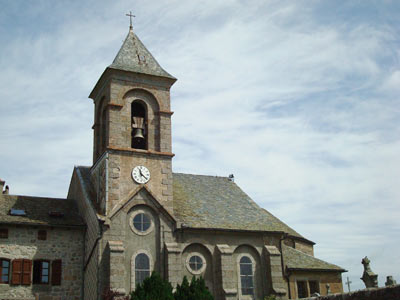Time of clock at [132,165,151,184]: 11:21
